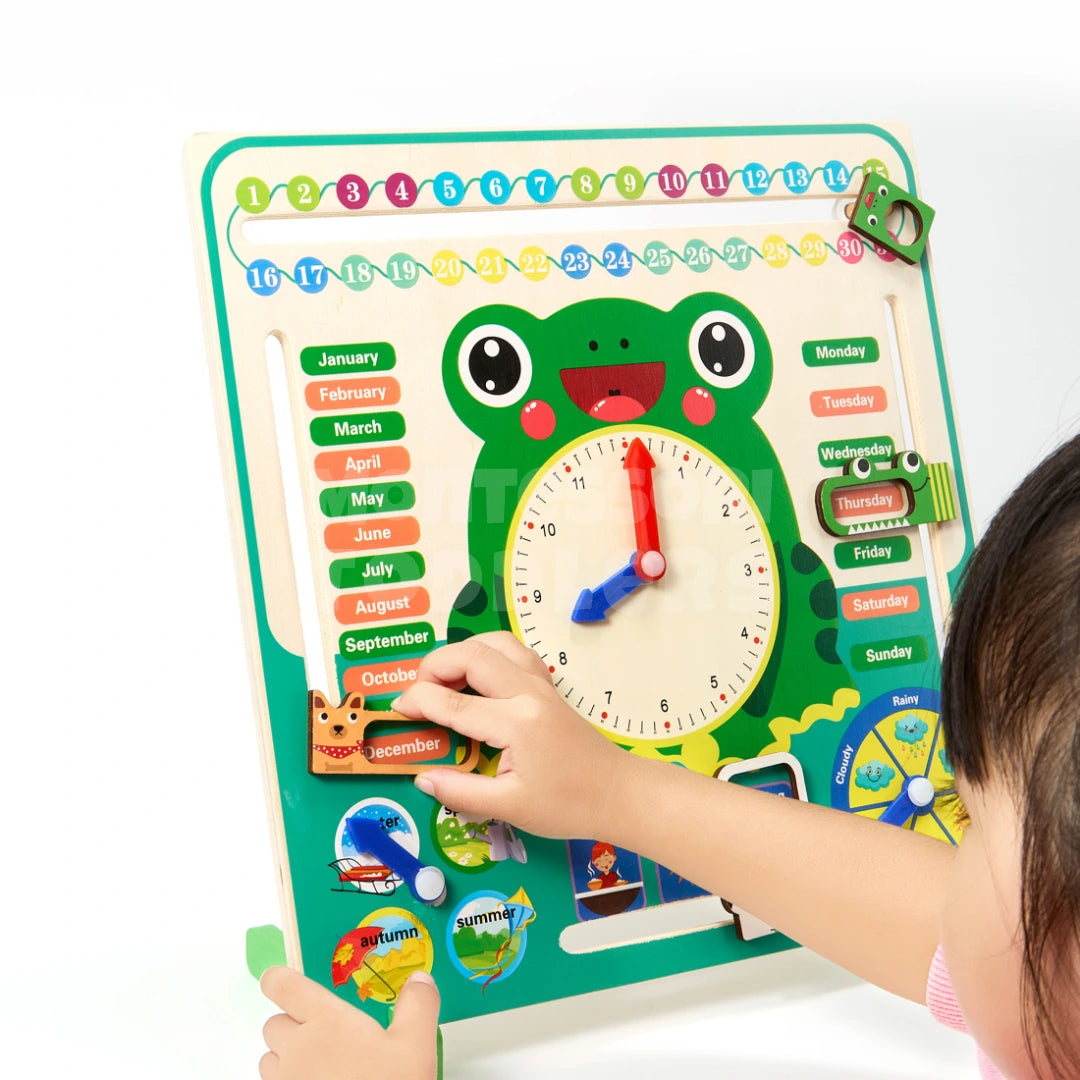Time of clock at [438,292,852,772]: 8:01
